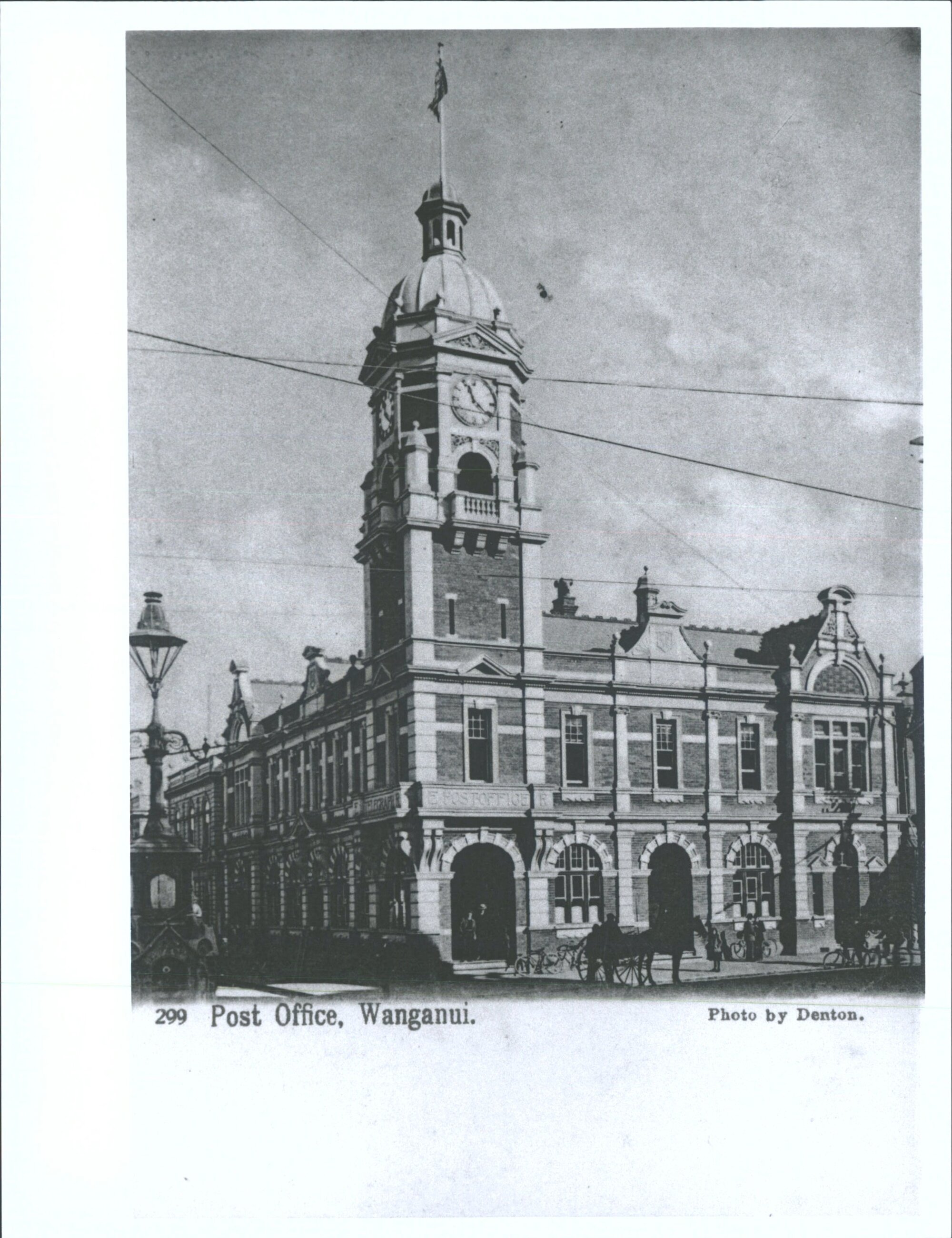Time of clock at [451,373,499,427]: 11:21
